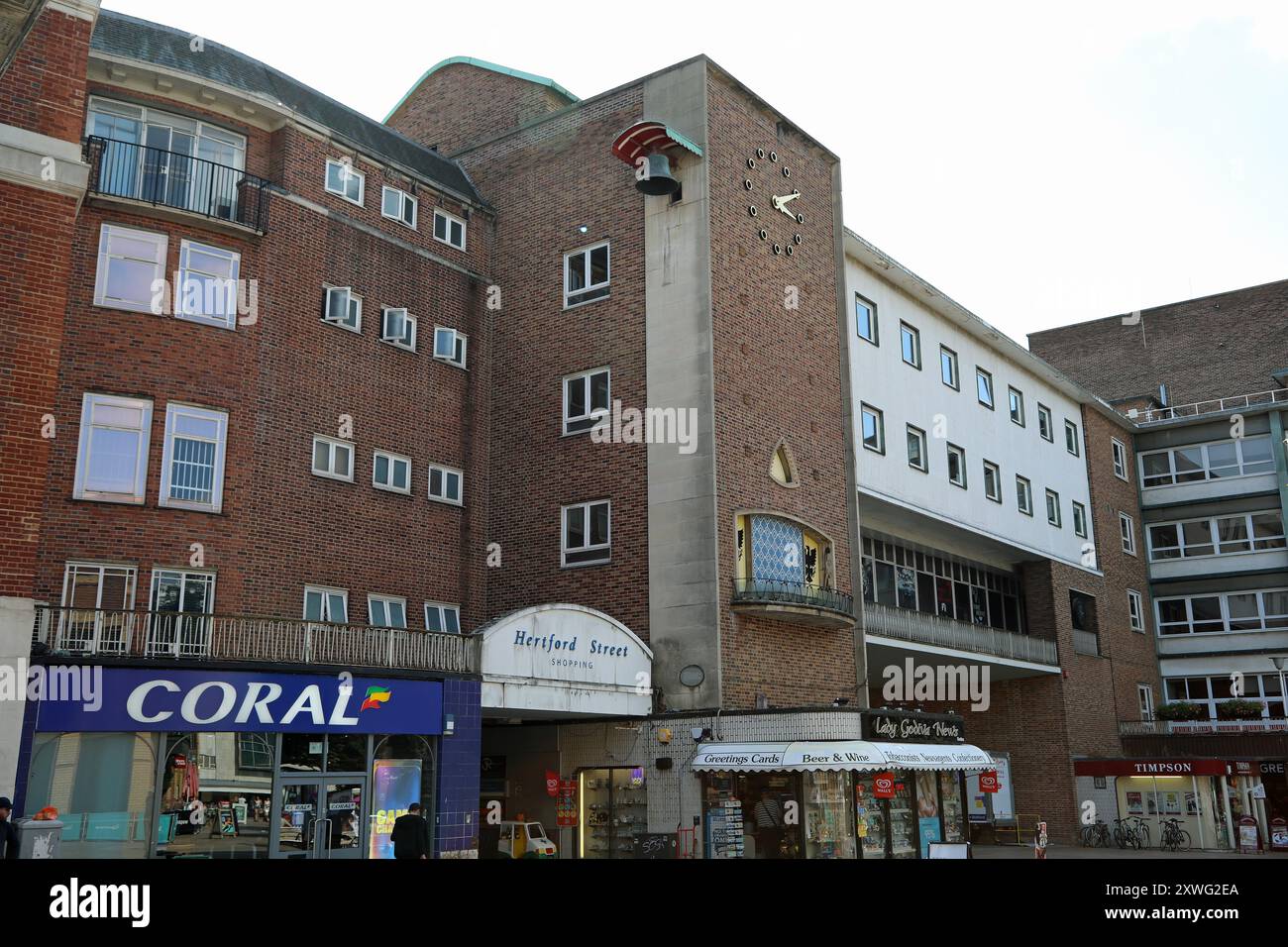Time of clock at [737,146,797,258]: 2:16
